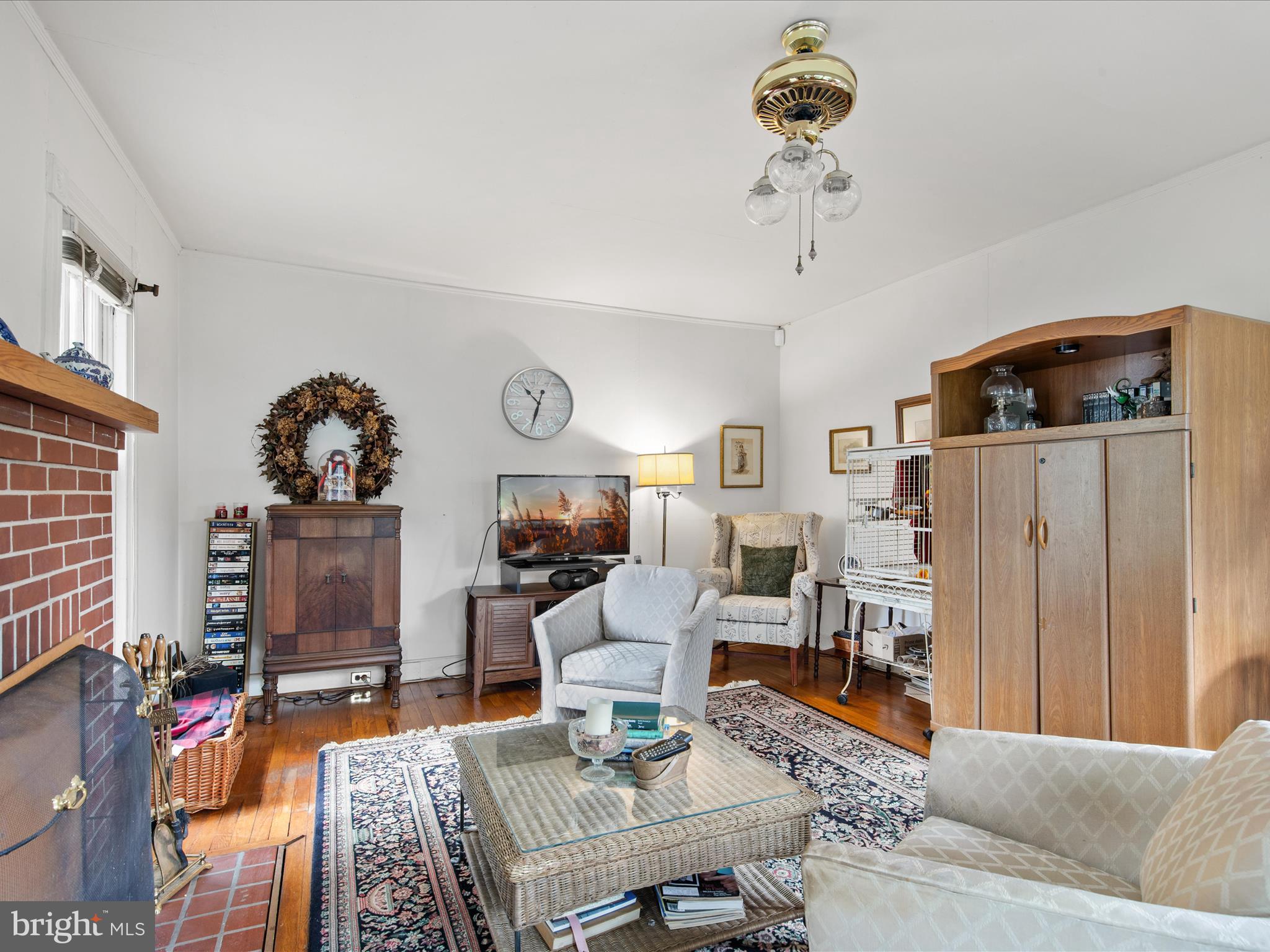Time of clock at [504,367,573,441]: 10:32
